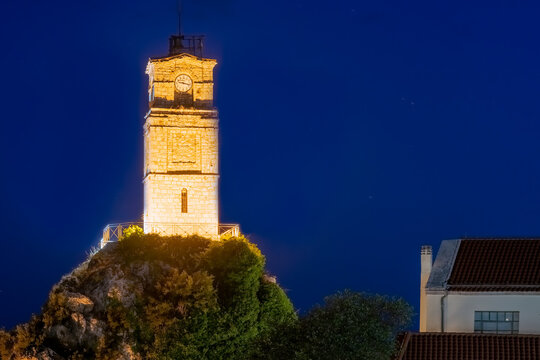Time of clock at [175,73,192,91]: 9:17
